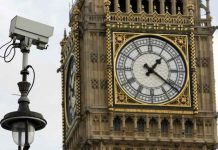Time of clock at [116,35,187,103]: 1:21
